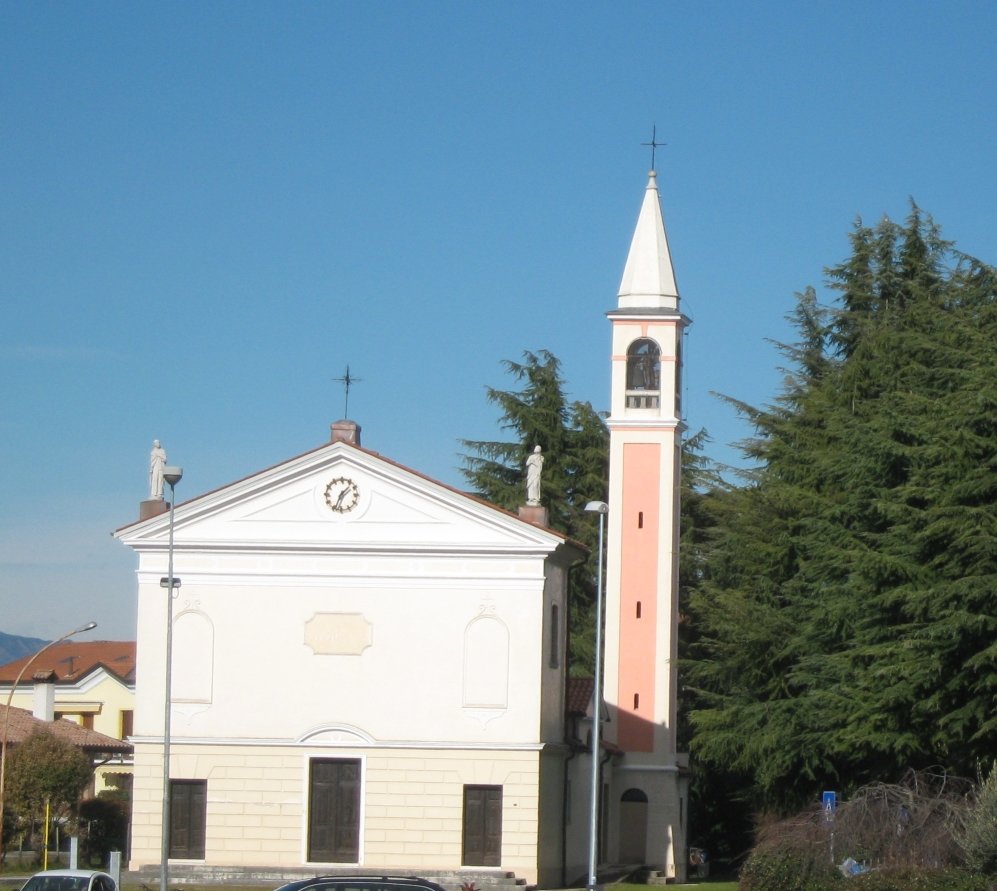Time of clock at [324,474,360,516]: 1:33
